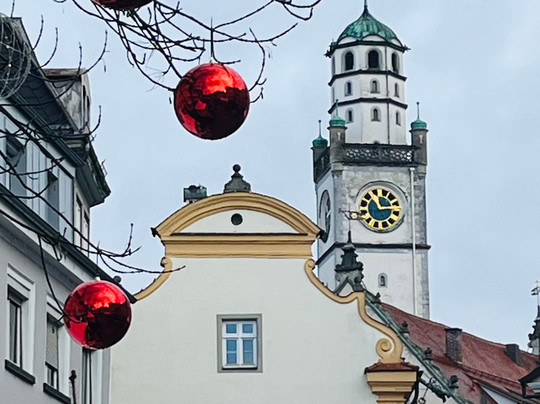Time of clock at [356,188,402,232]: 11:13
